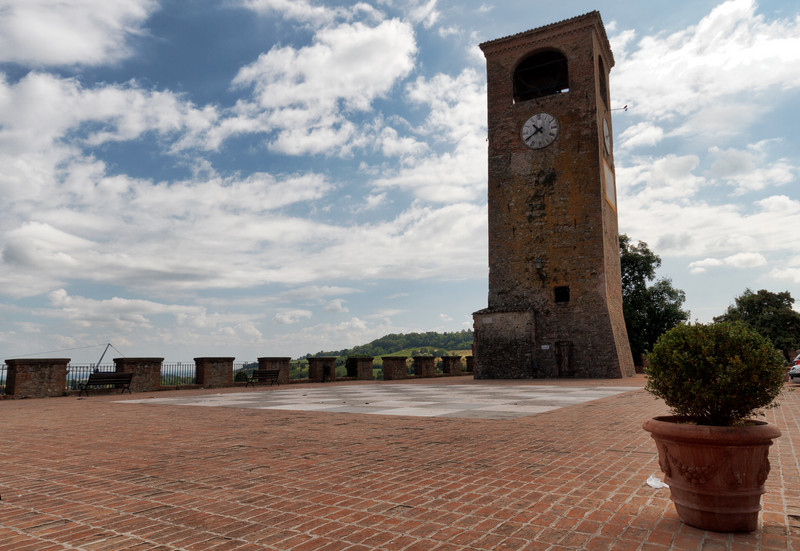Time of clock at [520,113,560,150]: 10:40
